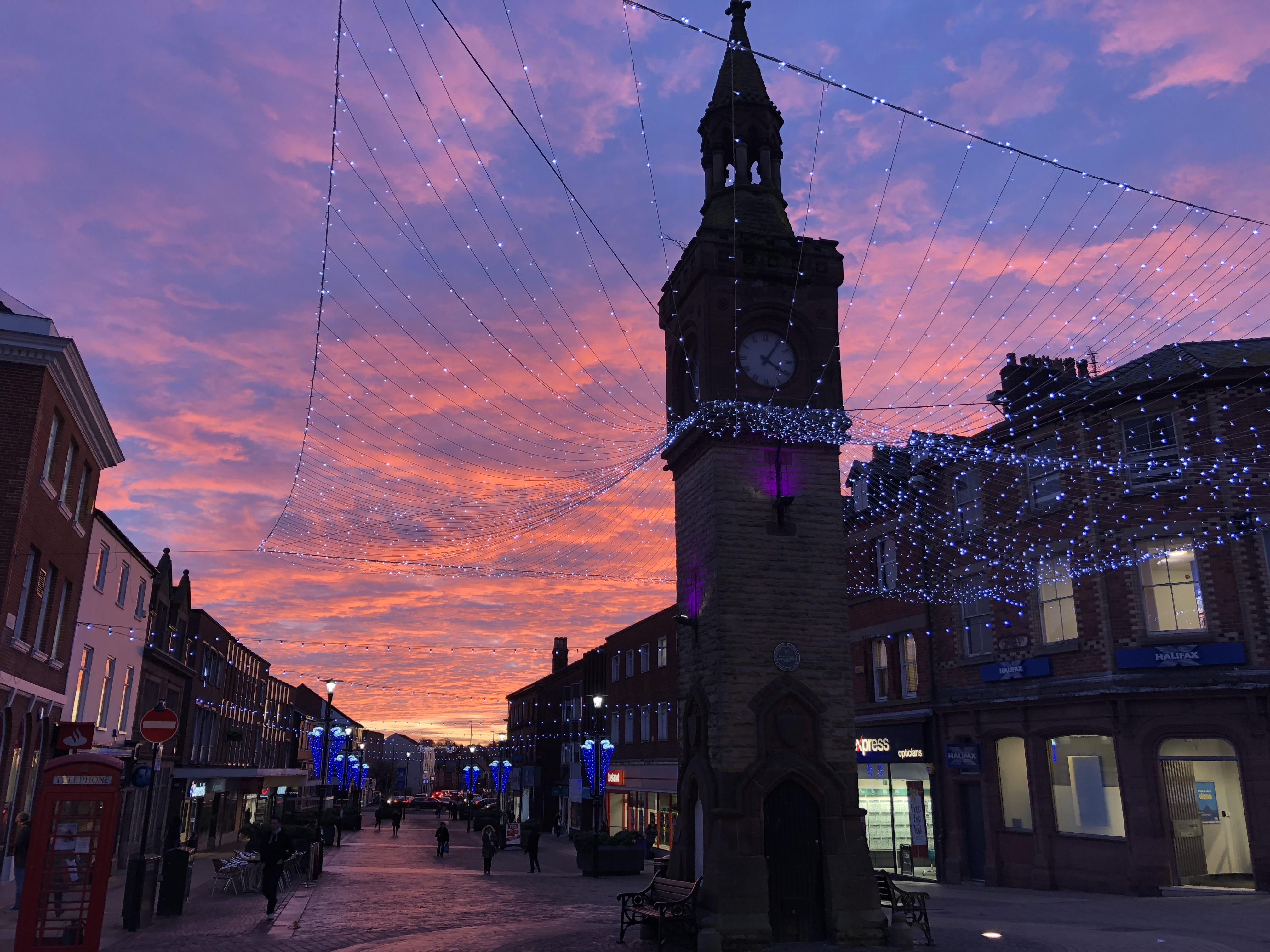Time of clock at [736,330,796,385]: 4:05
